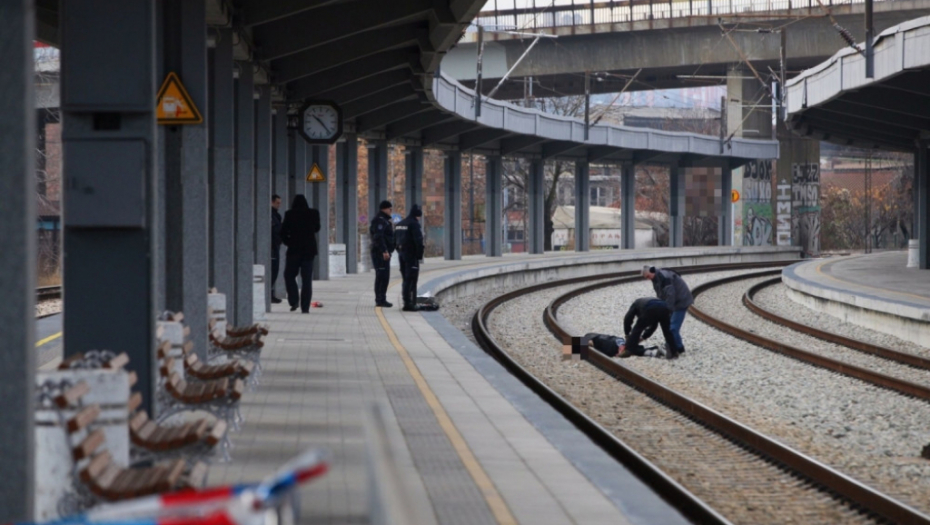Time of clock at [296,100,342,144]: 10:23
